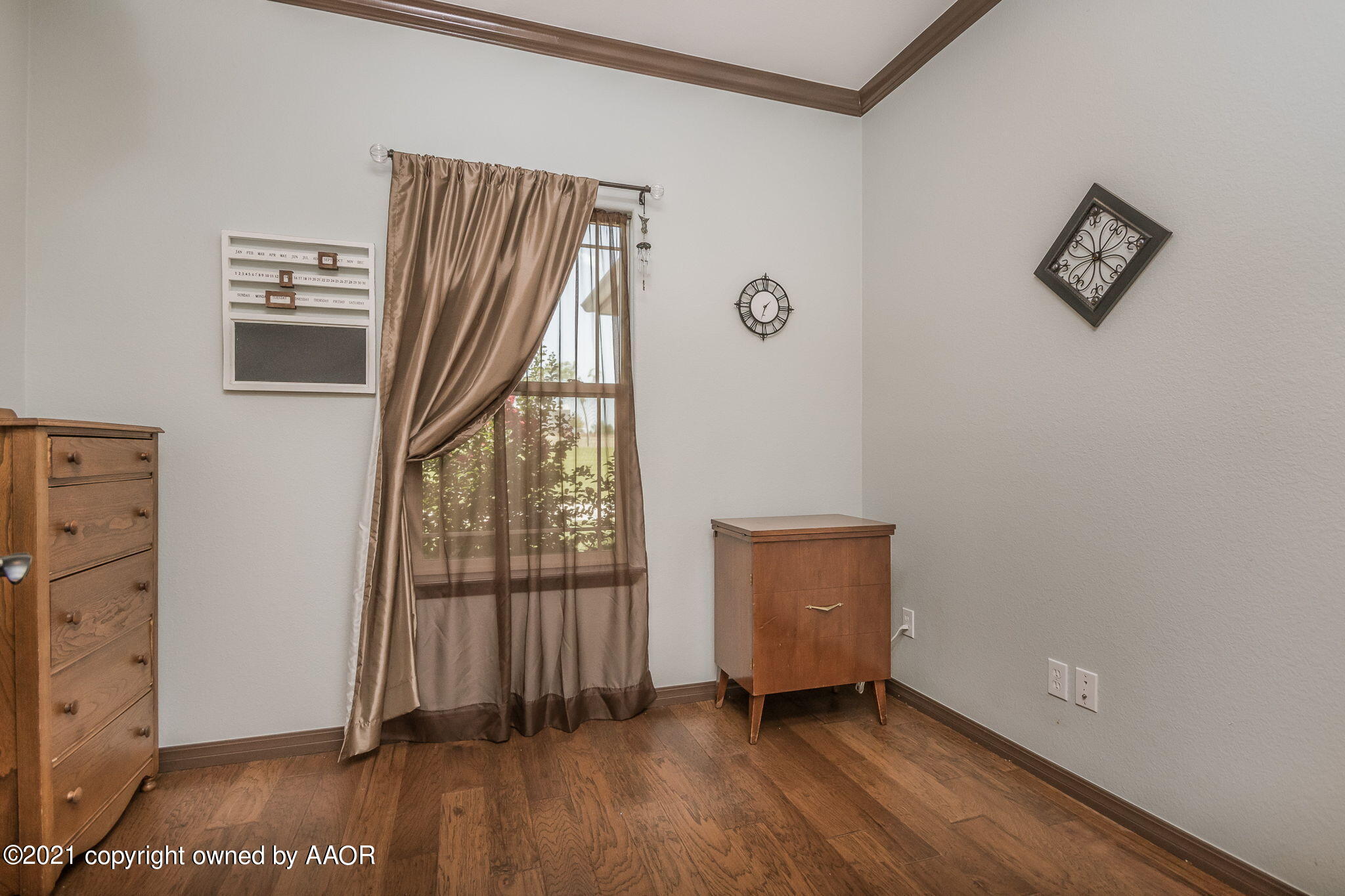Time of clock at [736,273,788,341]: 1:32
